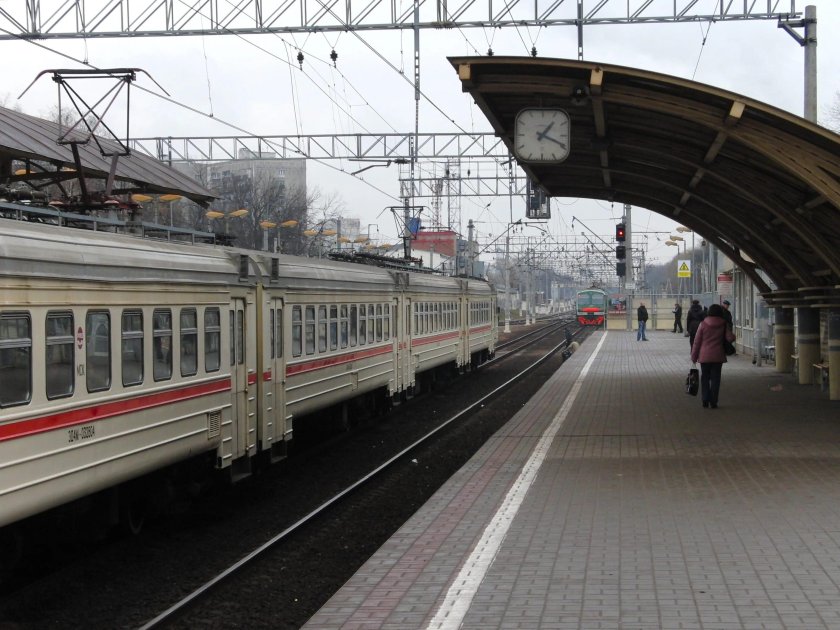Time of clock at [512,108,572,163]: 1:18
